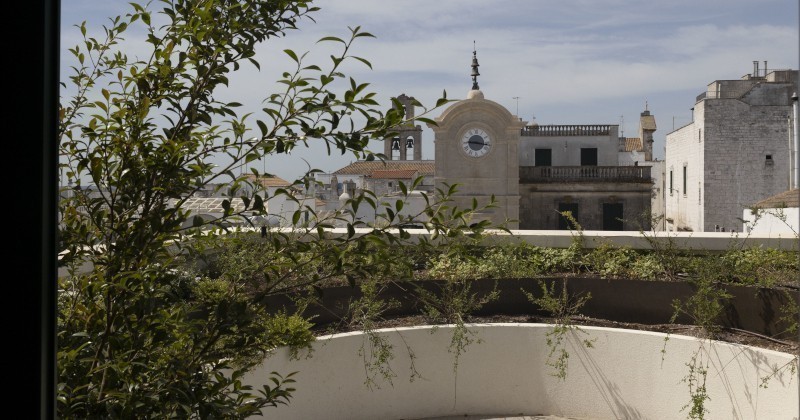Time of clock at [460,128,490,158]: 9:16
